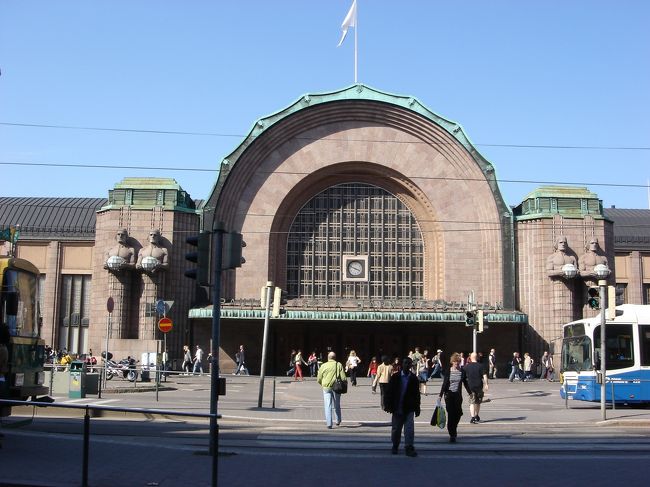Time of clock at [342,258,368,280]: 3:48
